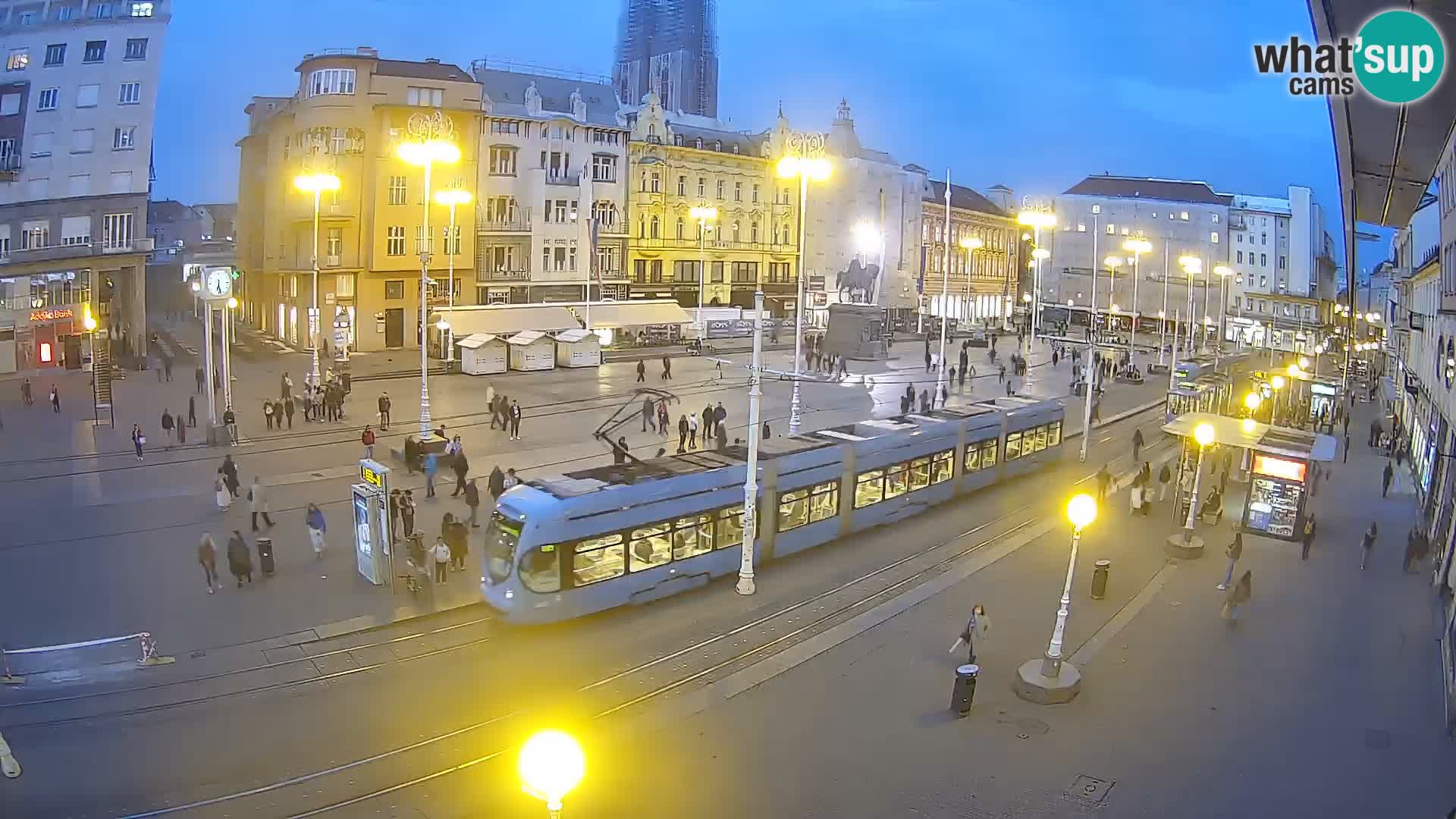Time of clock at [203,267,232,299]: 6:27
